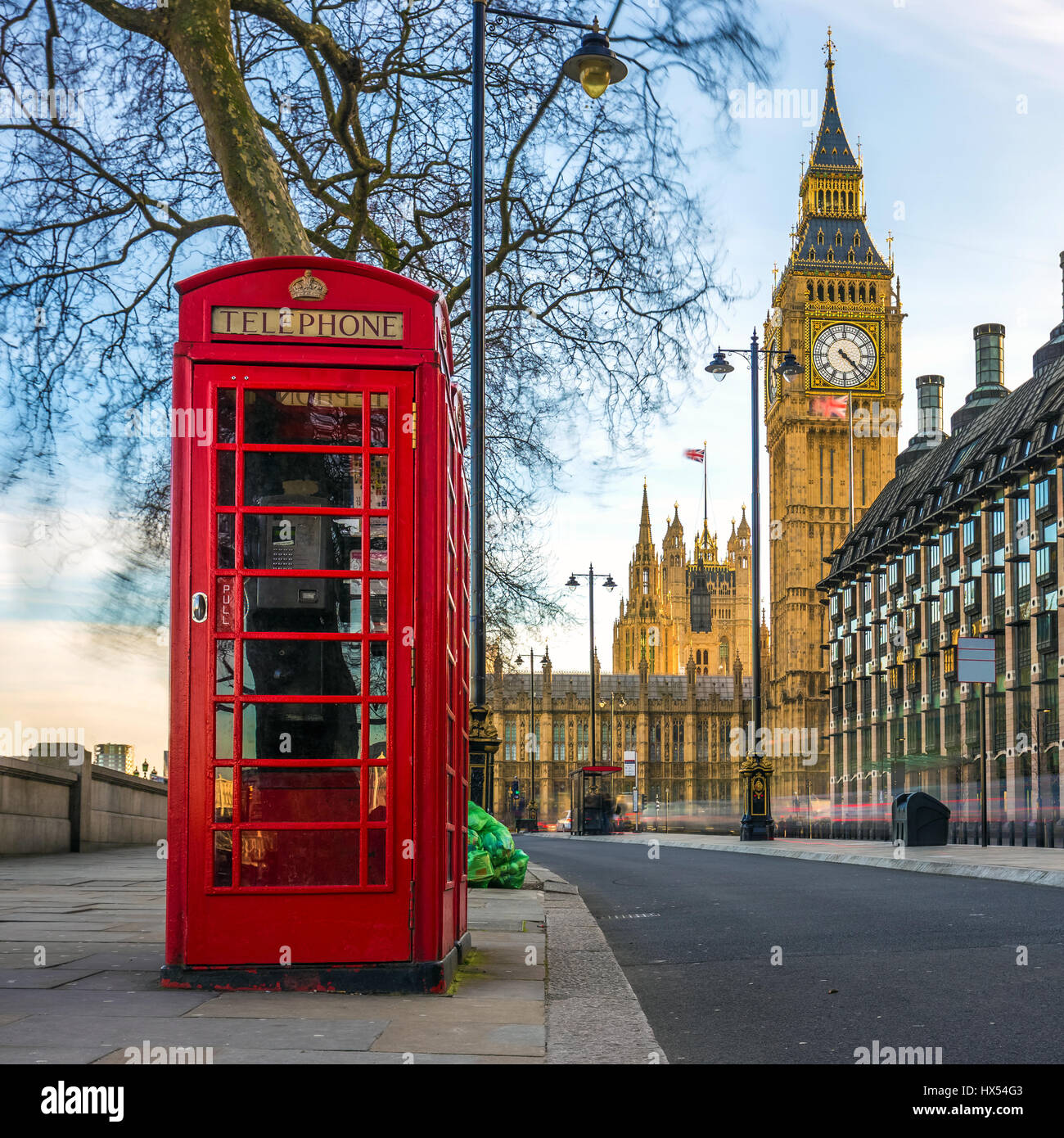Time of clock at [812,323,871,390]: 4:22
